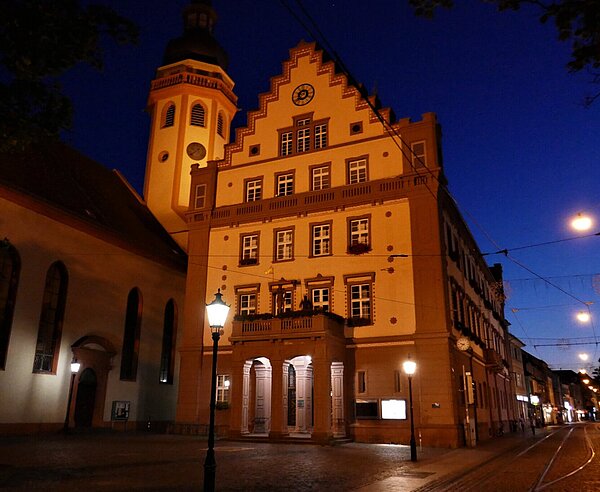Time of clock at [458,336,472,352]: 9:38
